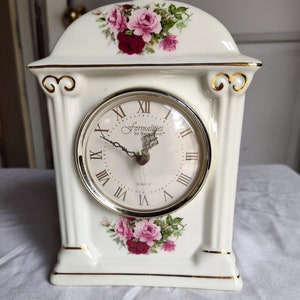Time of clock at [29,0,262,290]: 12:49
